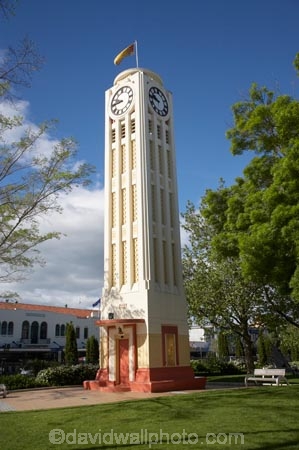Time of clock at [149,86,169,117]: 9:45
